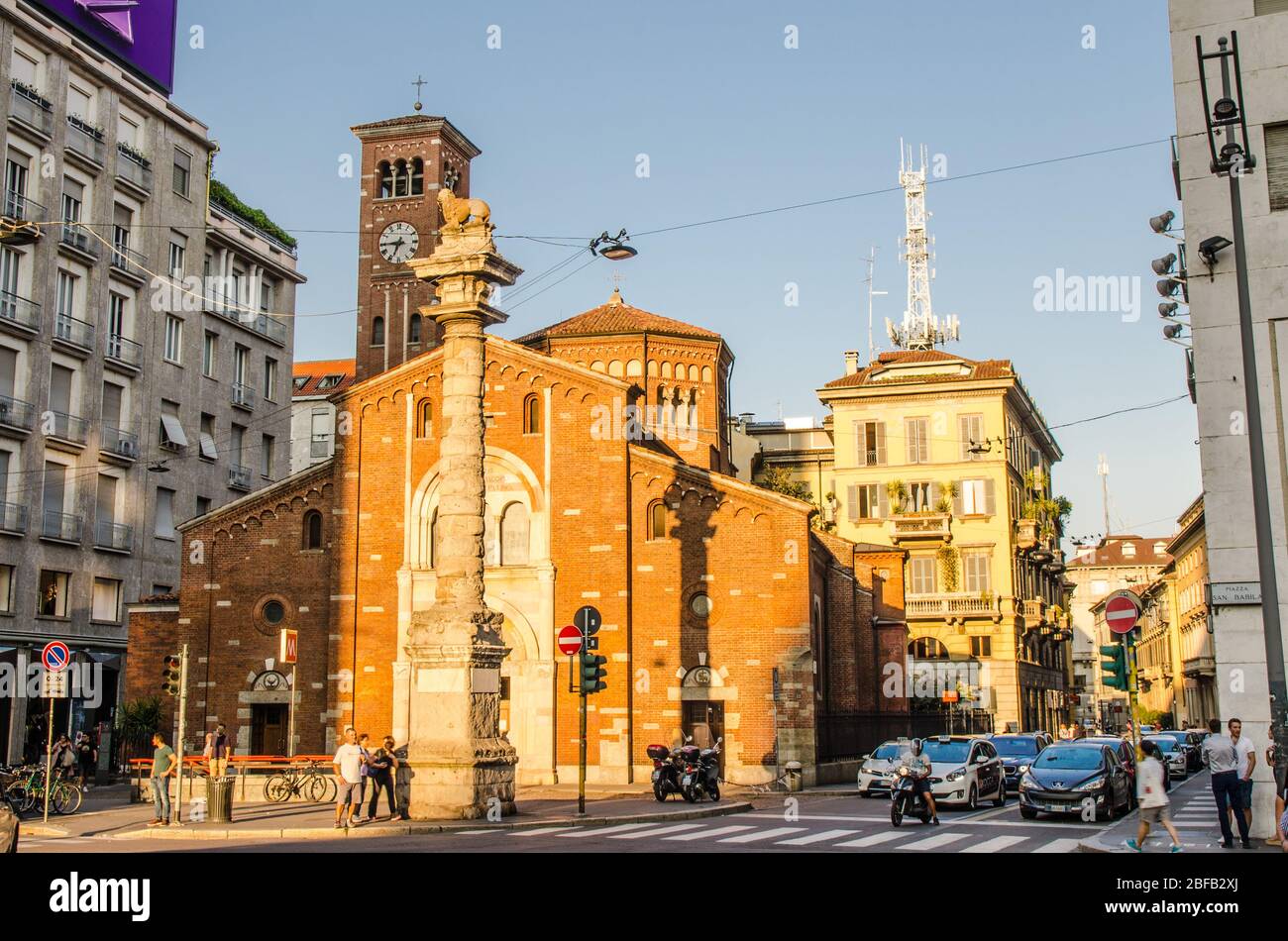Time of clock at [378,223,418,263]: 6:44
